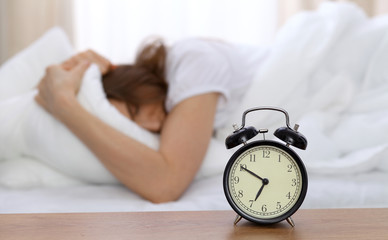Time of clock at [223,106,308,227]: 6:50
